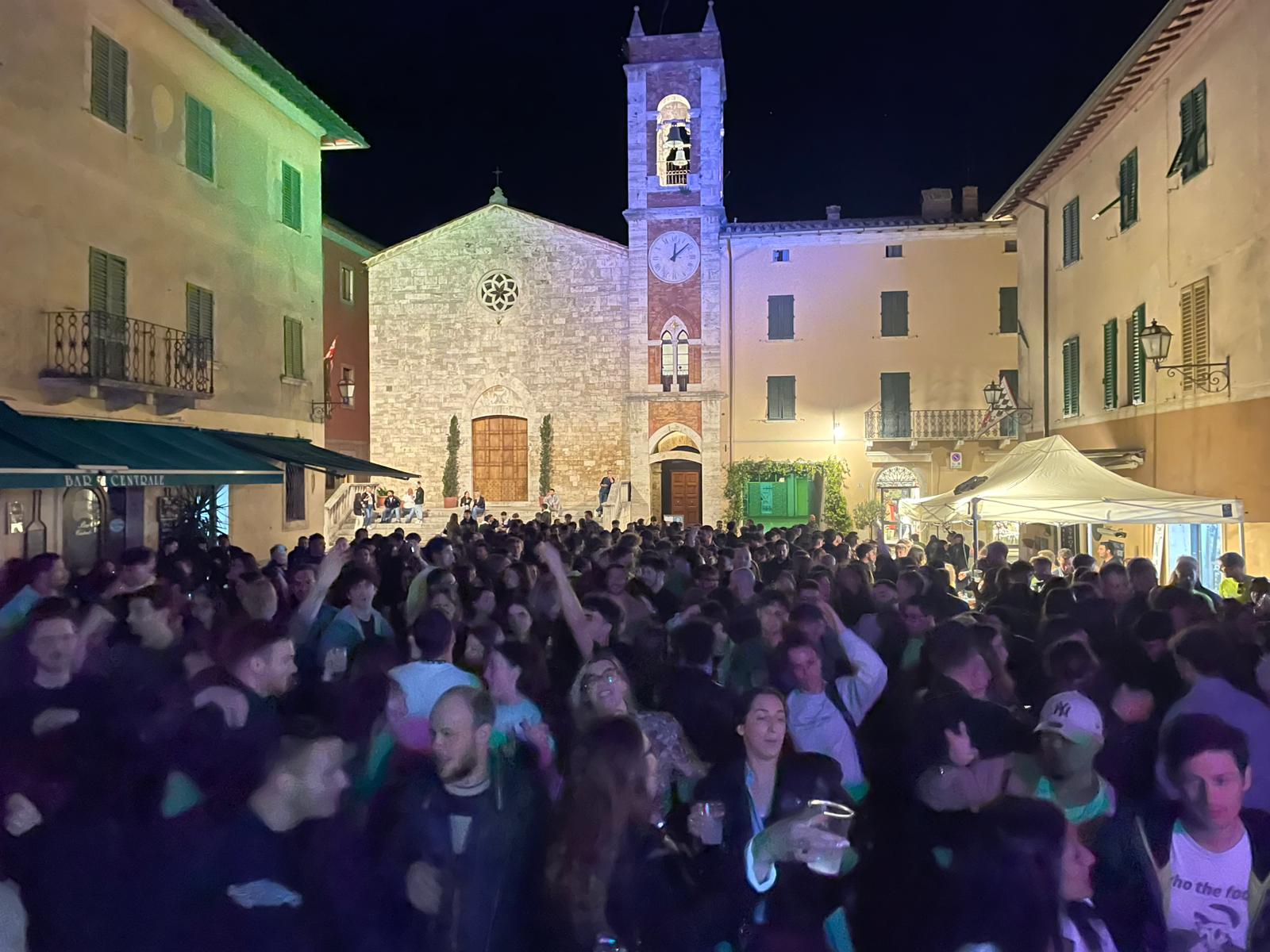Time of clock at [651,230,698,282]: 12:08
